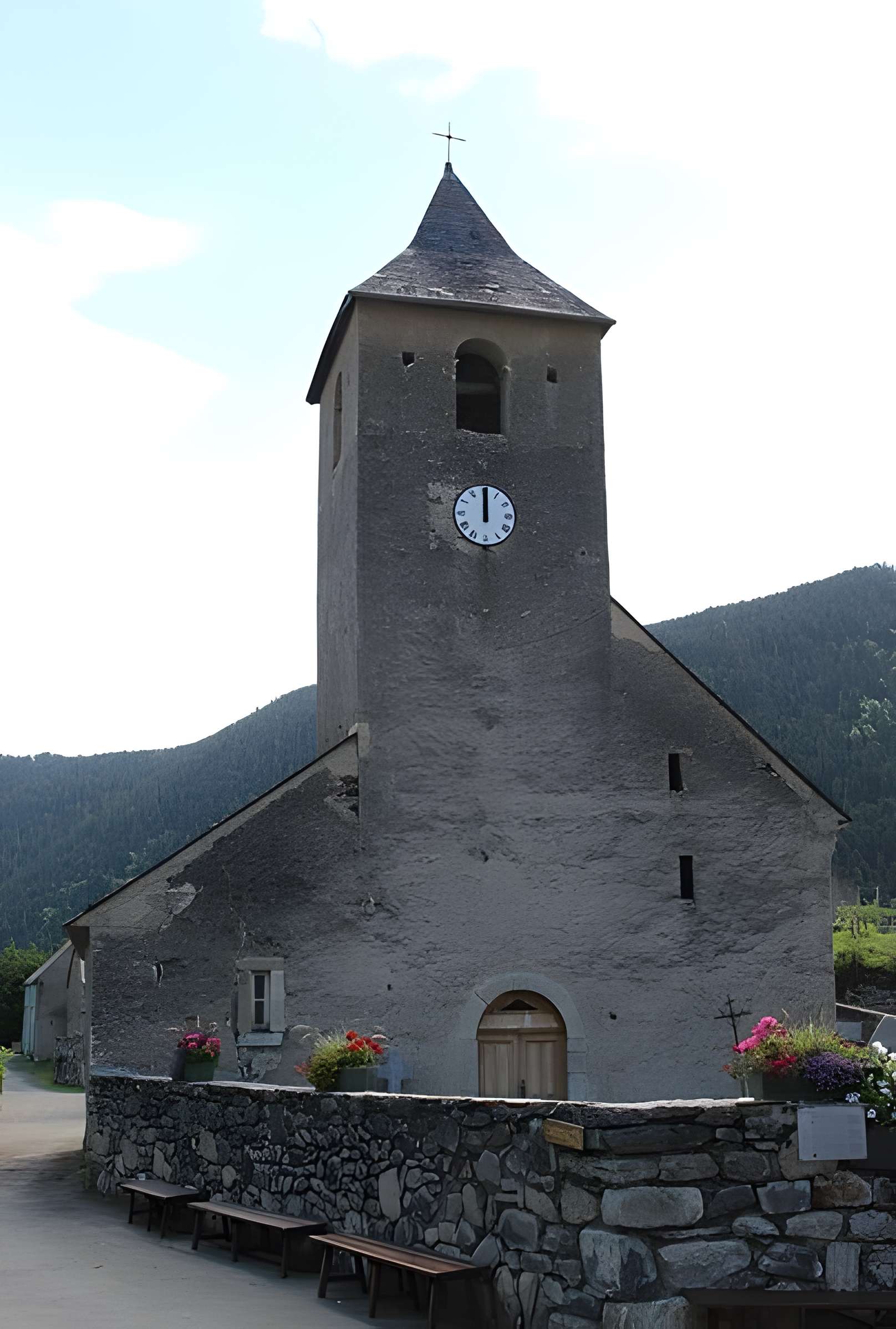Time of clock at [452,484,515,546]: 12:00
